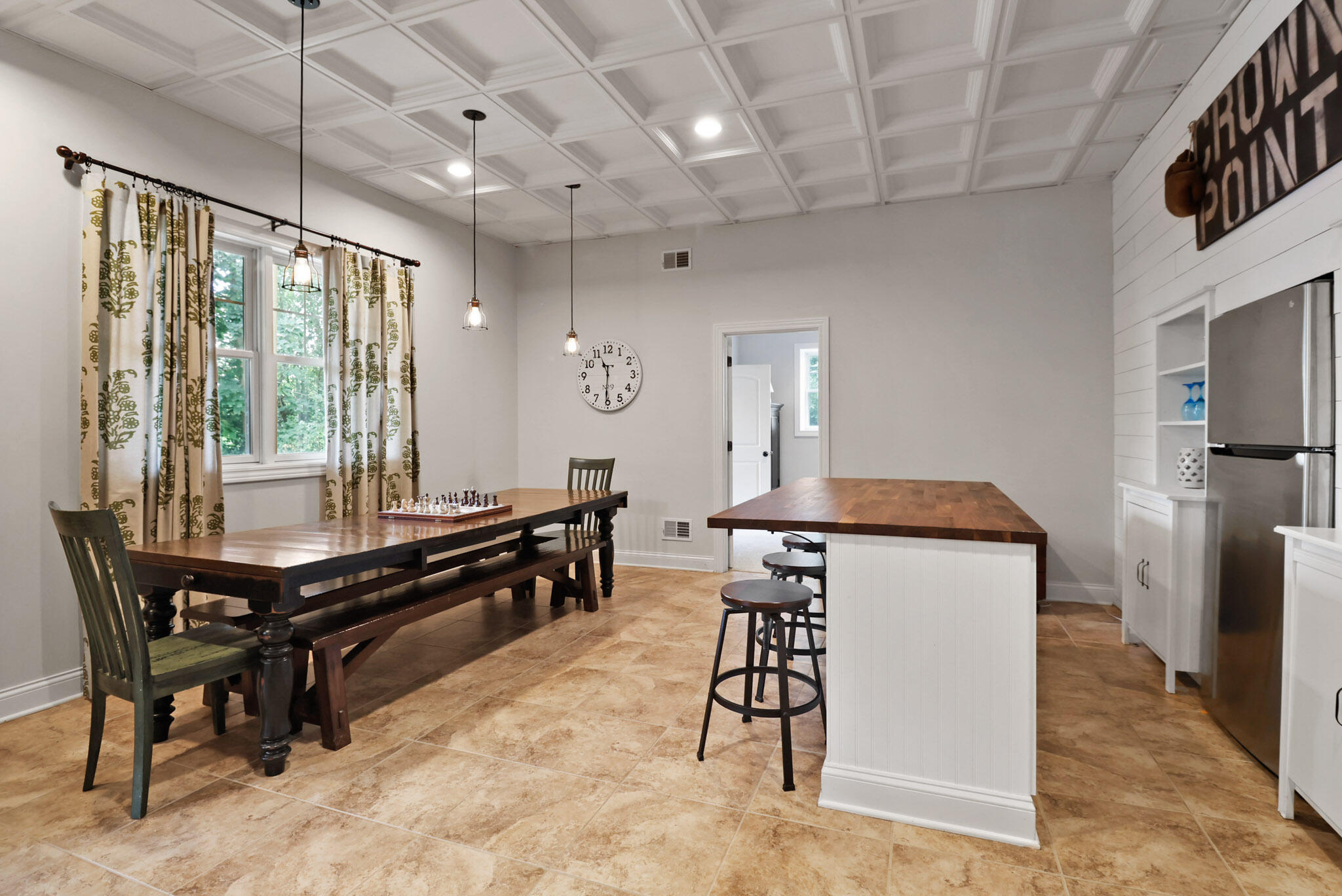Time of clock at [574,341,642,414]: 11:30
